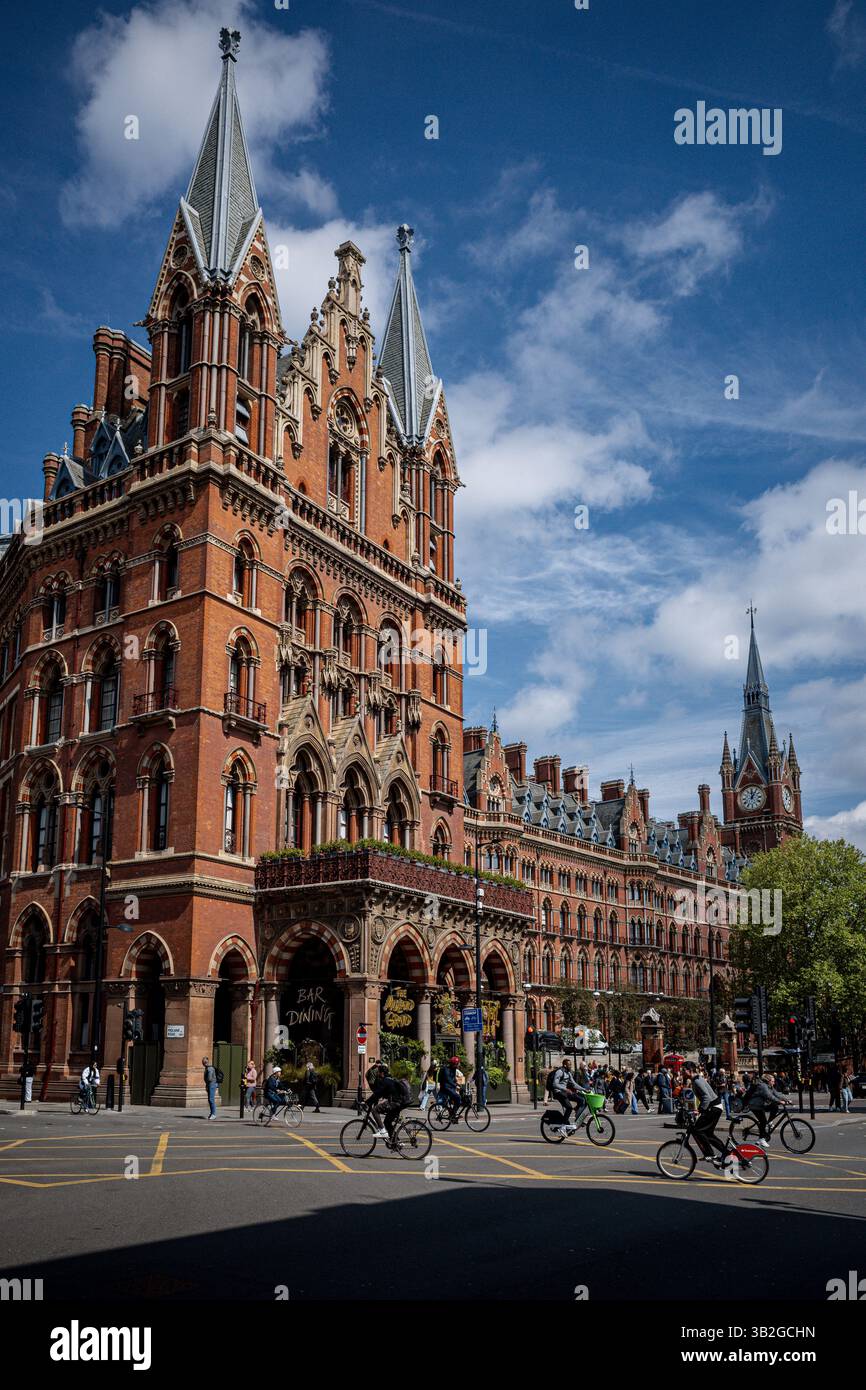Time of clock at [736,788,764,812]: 12:05
